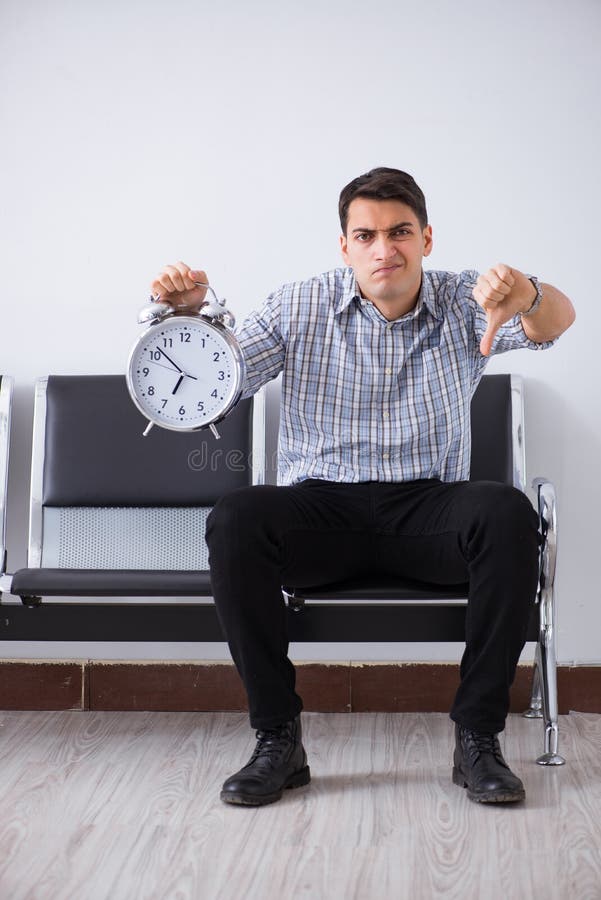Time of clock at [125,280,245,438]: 6:52
